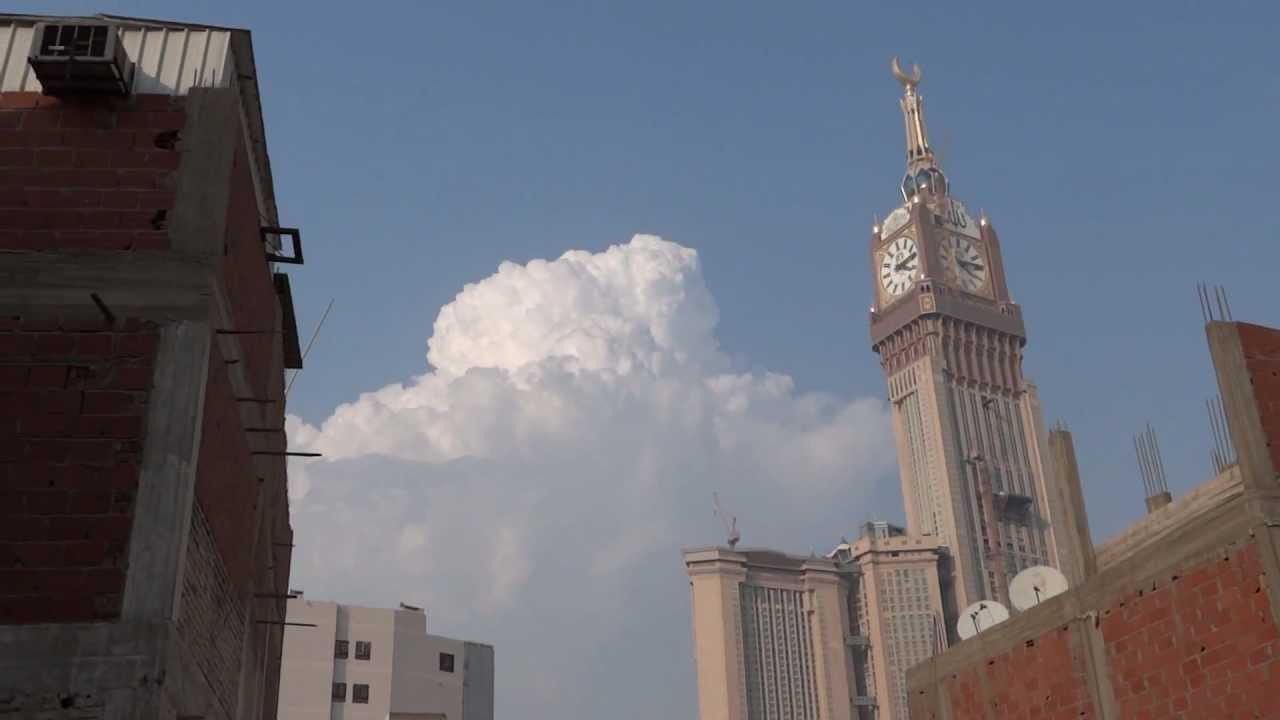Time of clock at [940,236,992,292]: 4:14
